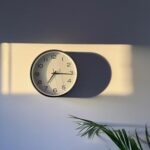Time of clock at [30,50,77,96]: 7:16
